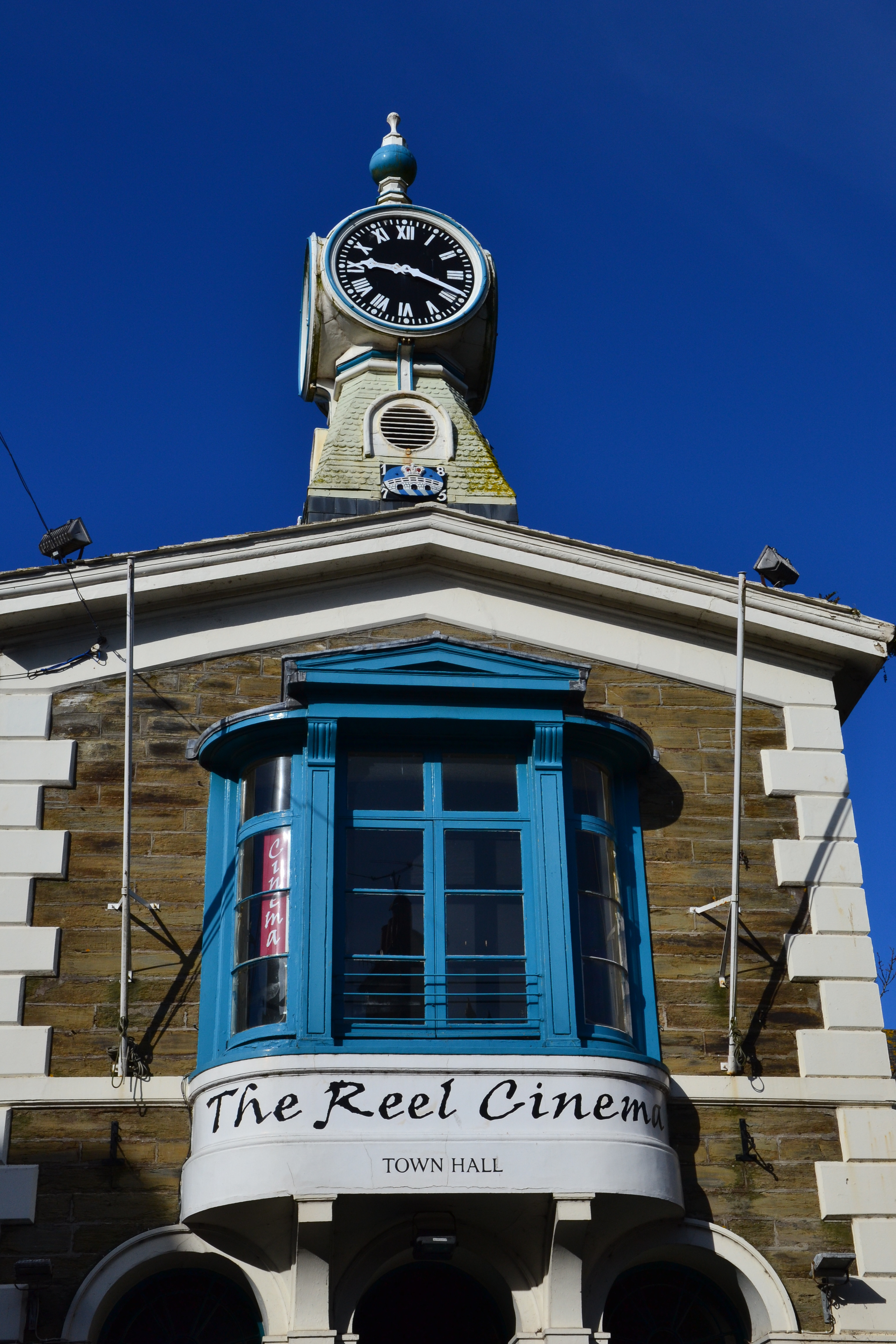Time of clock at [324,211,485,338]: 9:18
